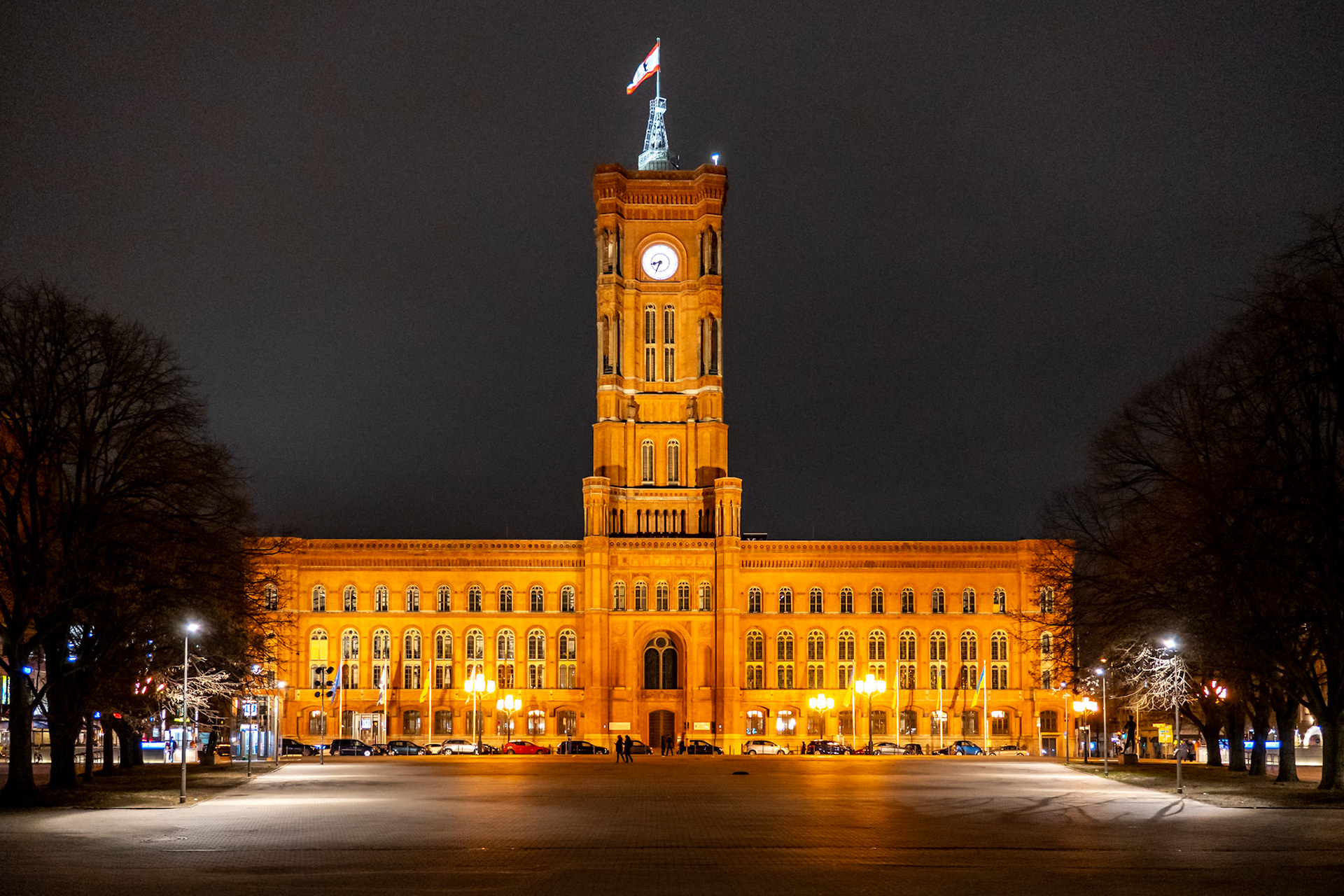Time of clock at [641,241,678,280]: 8:34
